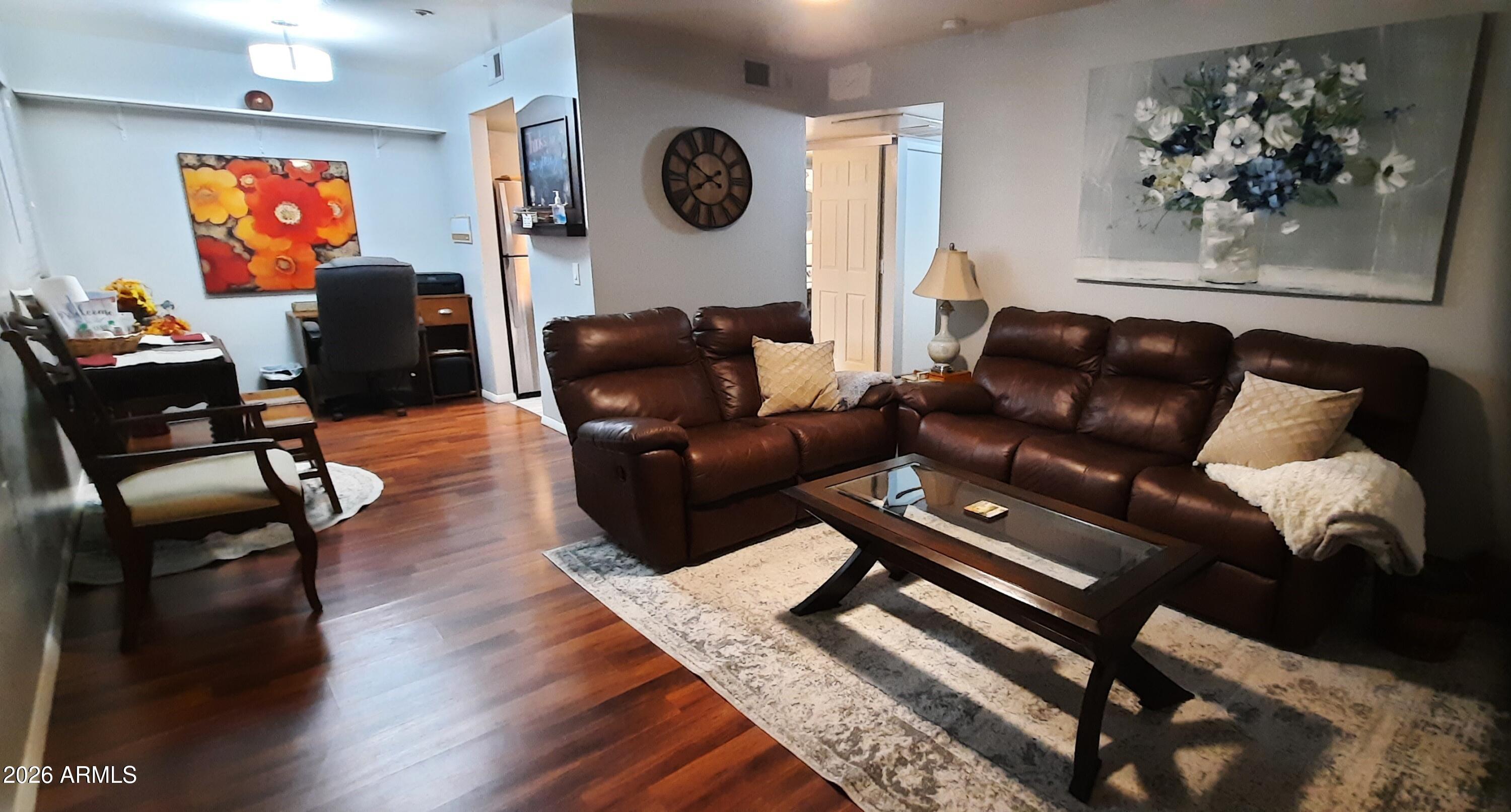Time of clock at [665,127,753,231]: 7:50
